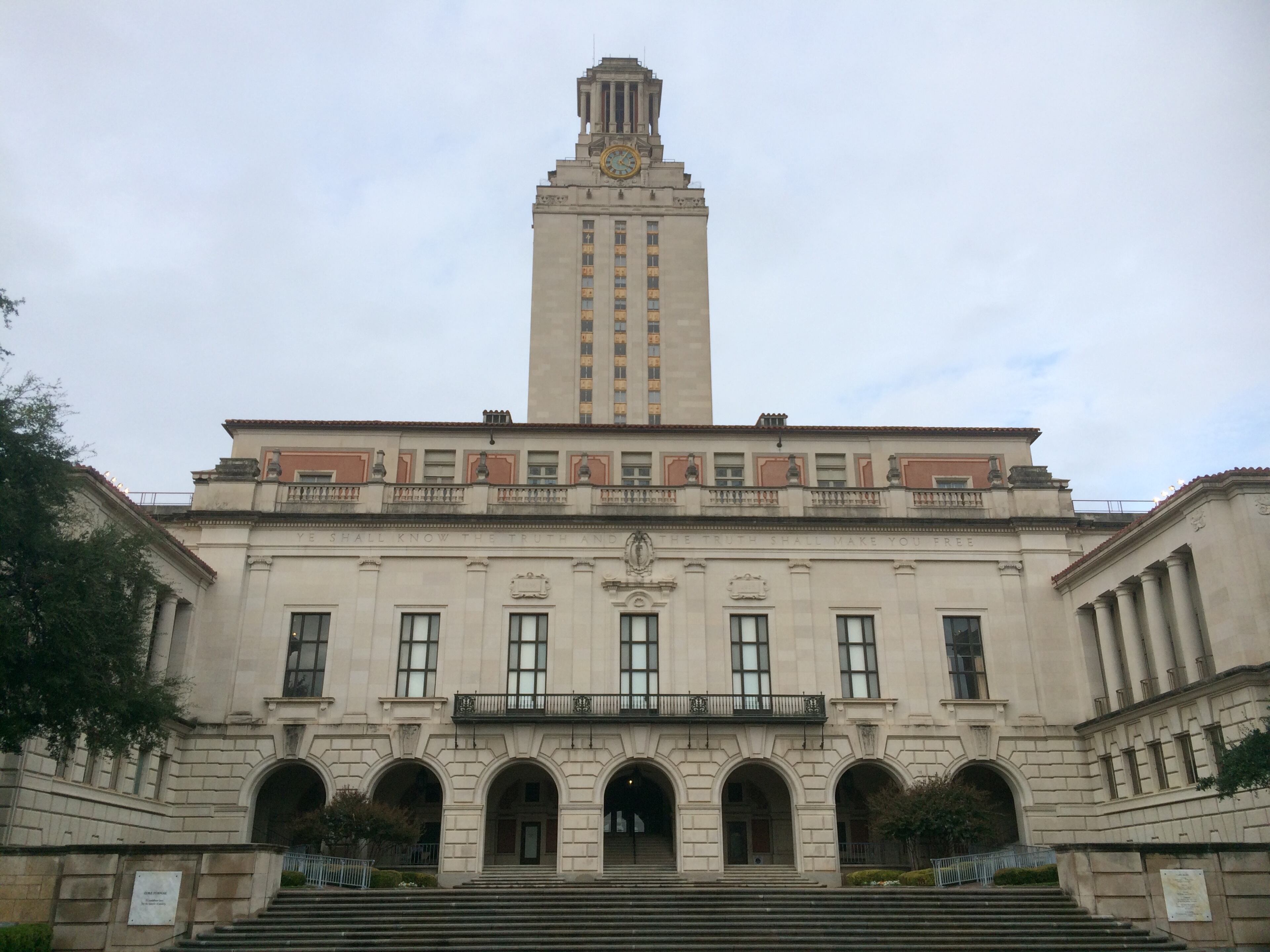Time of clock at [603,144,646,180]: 4:05
